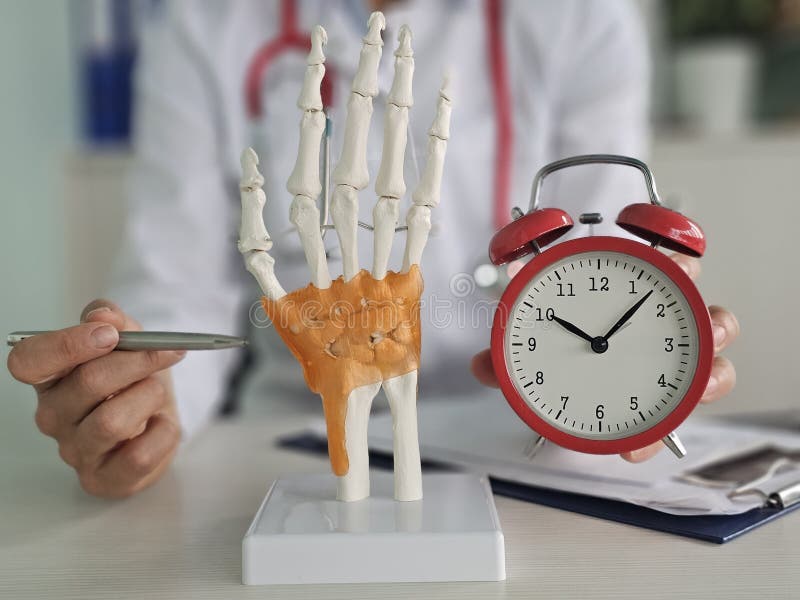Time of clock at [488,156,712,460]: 10:07
